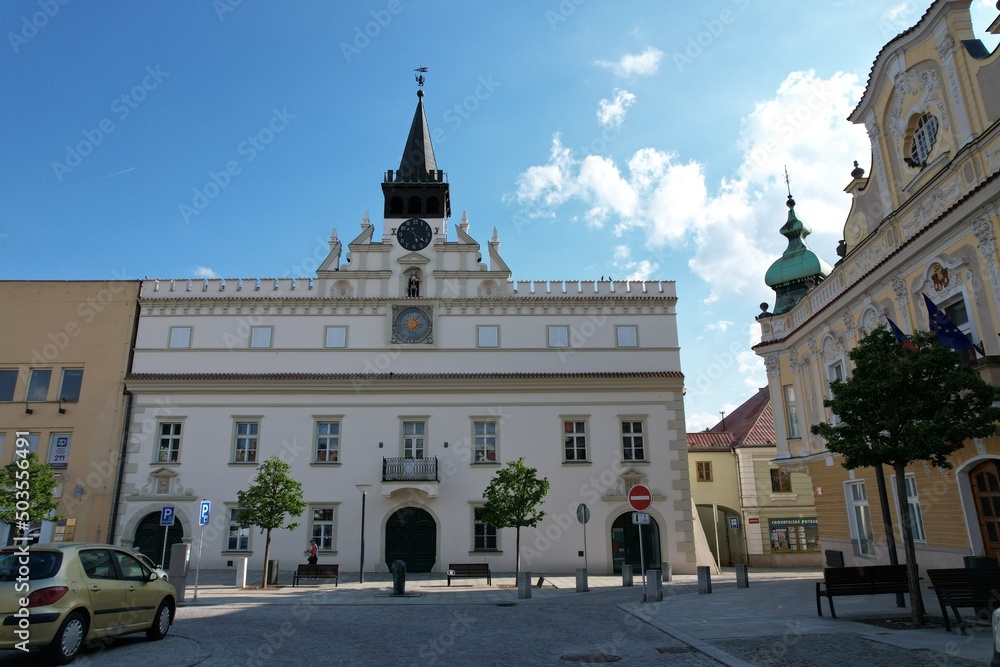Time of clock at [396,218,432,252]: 5:21
